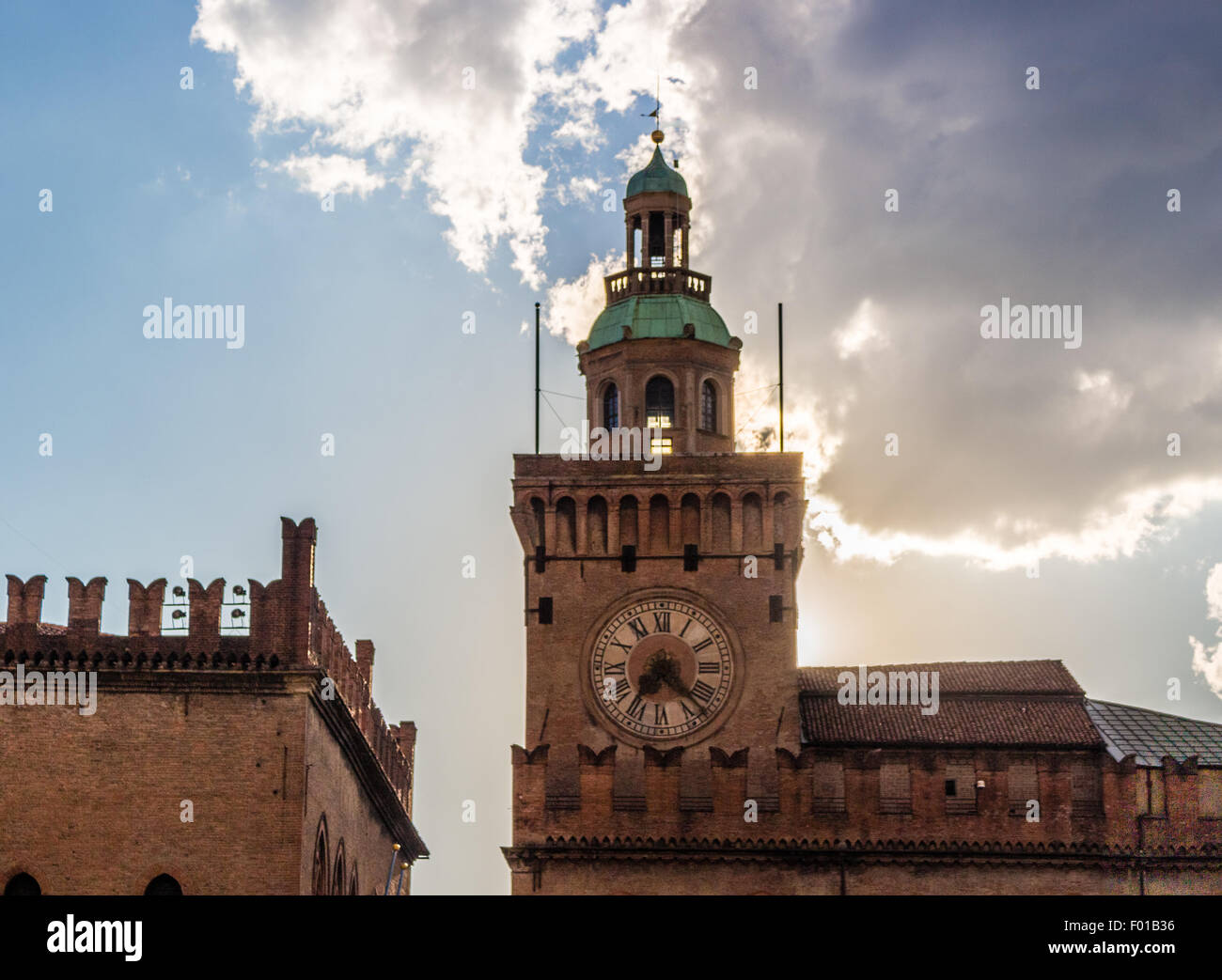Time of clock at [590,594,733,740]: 7:22
